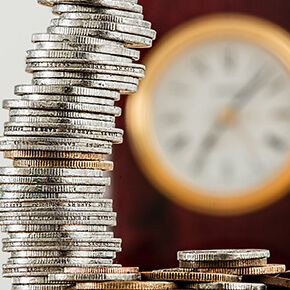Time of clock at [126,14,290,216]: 7:07
